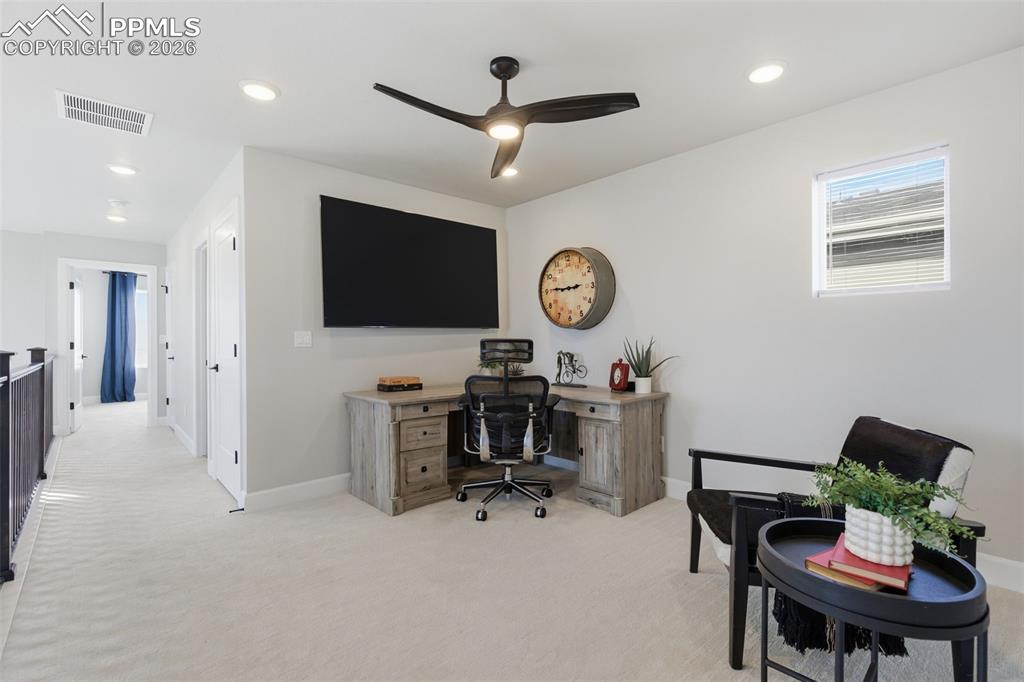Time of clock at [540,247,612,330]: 2:45
